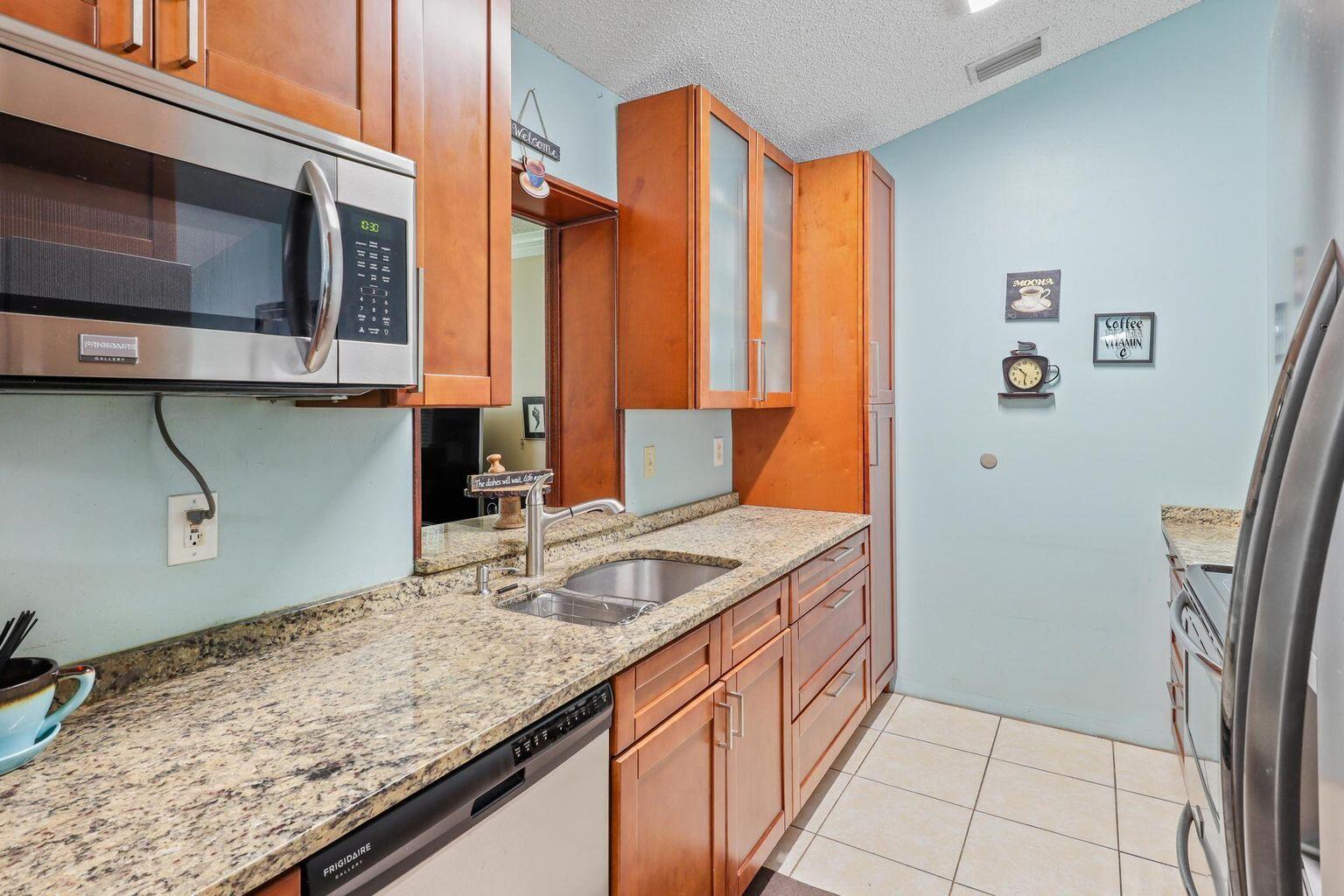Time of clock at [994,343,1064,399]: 10:31
